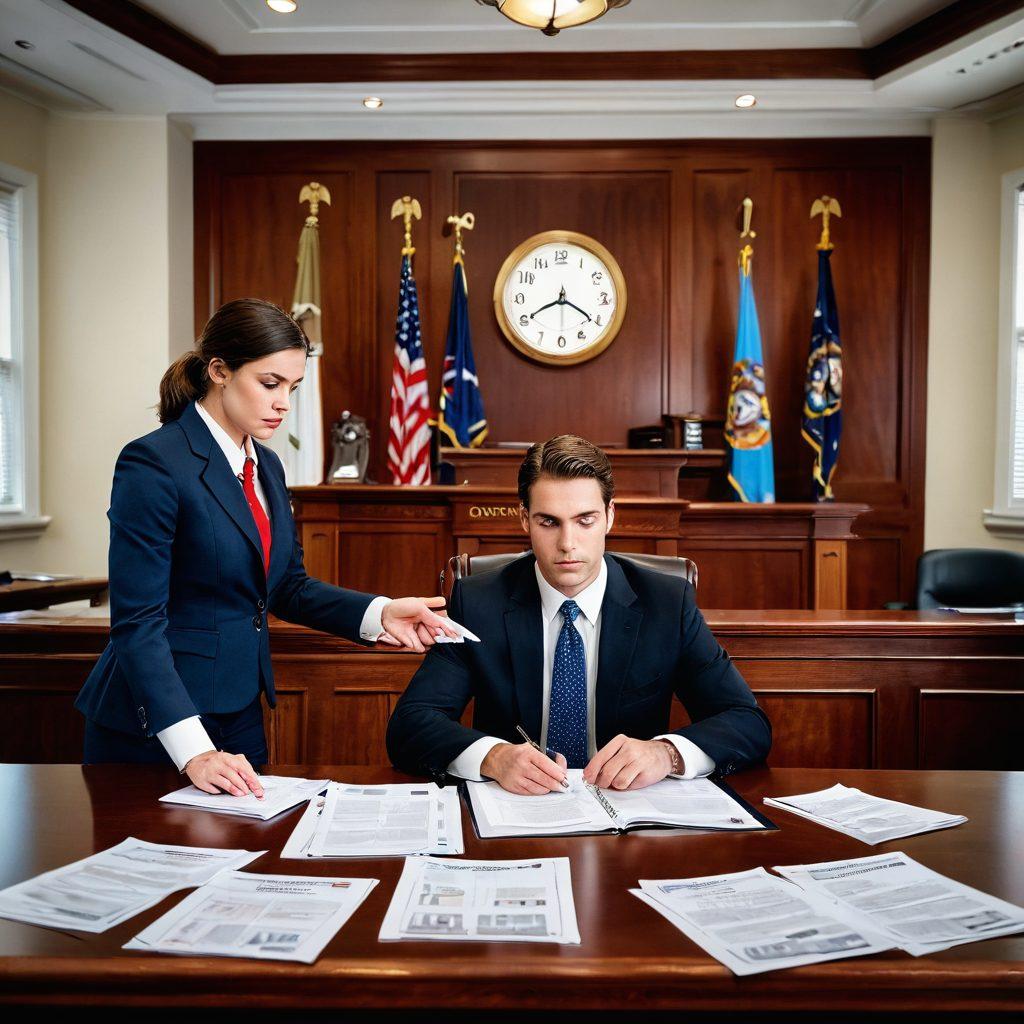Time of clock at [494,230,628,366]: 8:20
